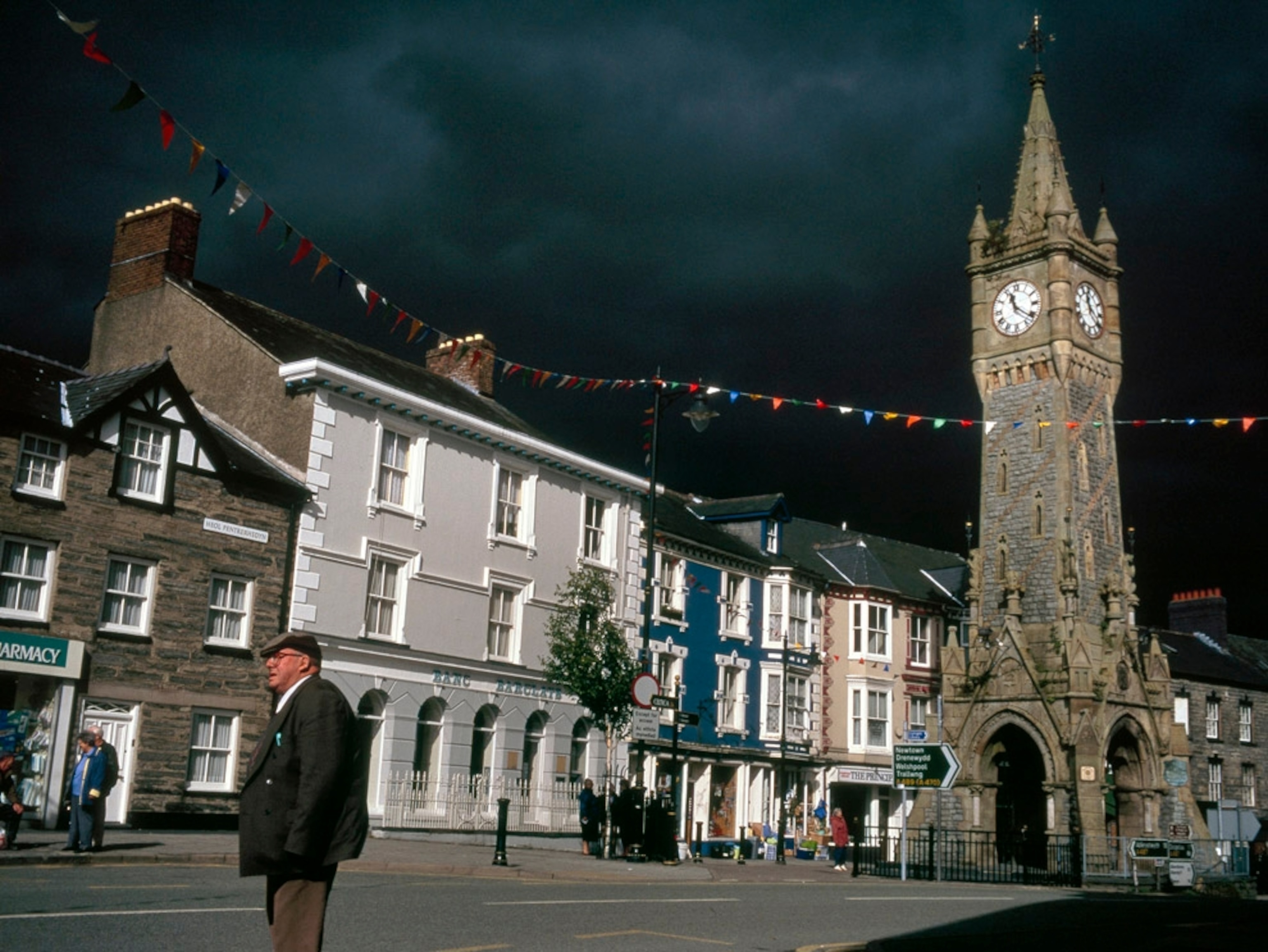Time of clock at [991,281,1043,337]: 11:21
